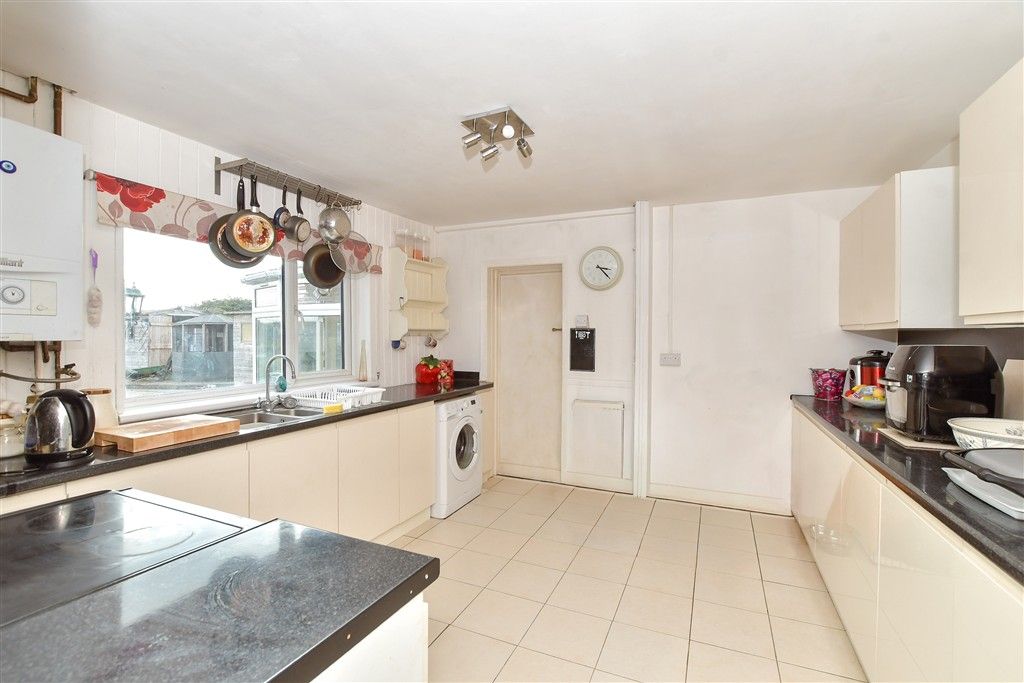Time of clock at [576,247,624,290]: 3:22
